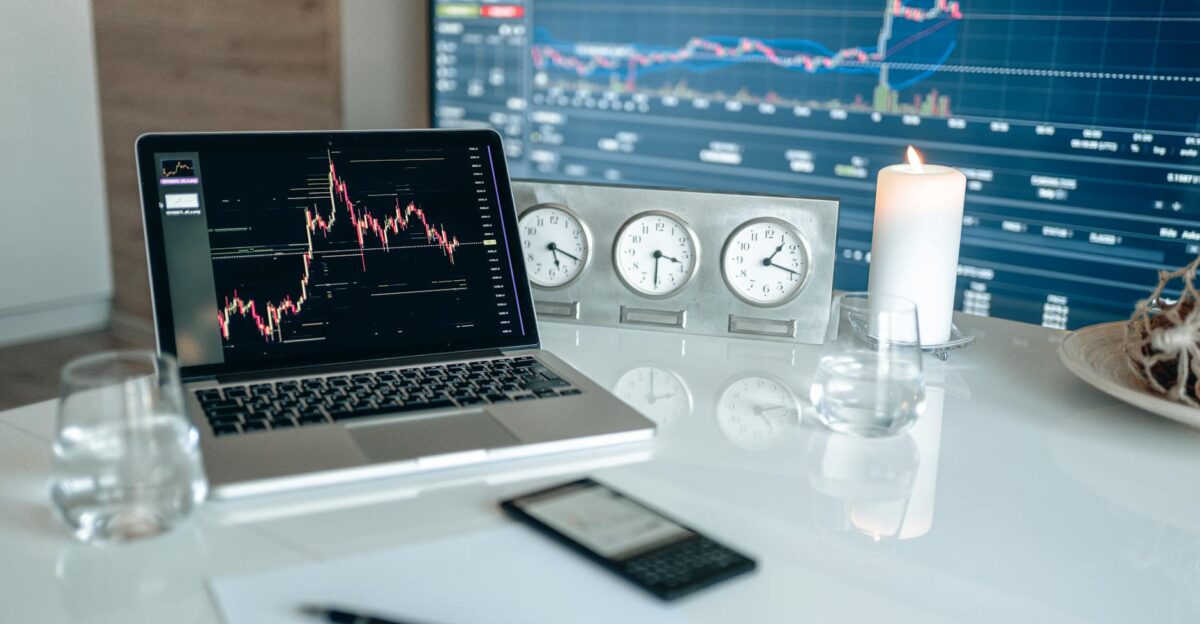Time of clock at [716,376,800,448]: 4:12
